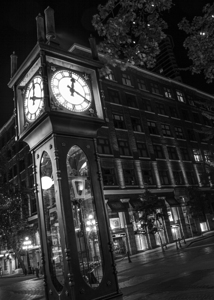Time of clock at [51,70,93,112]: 12:19
